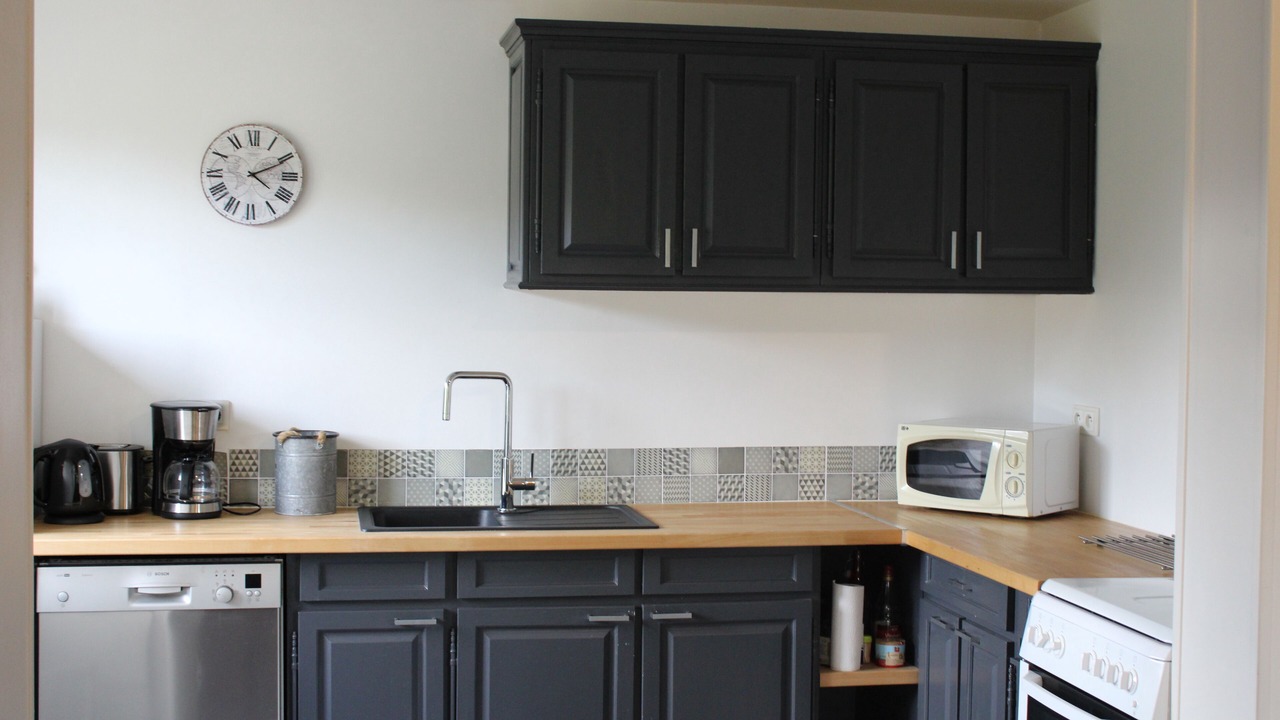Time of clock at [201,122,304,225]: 4:10
